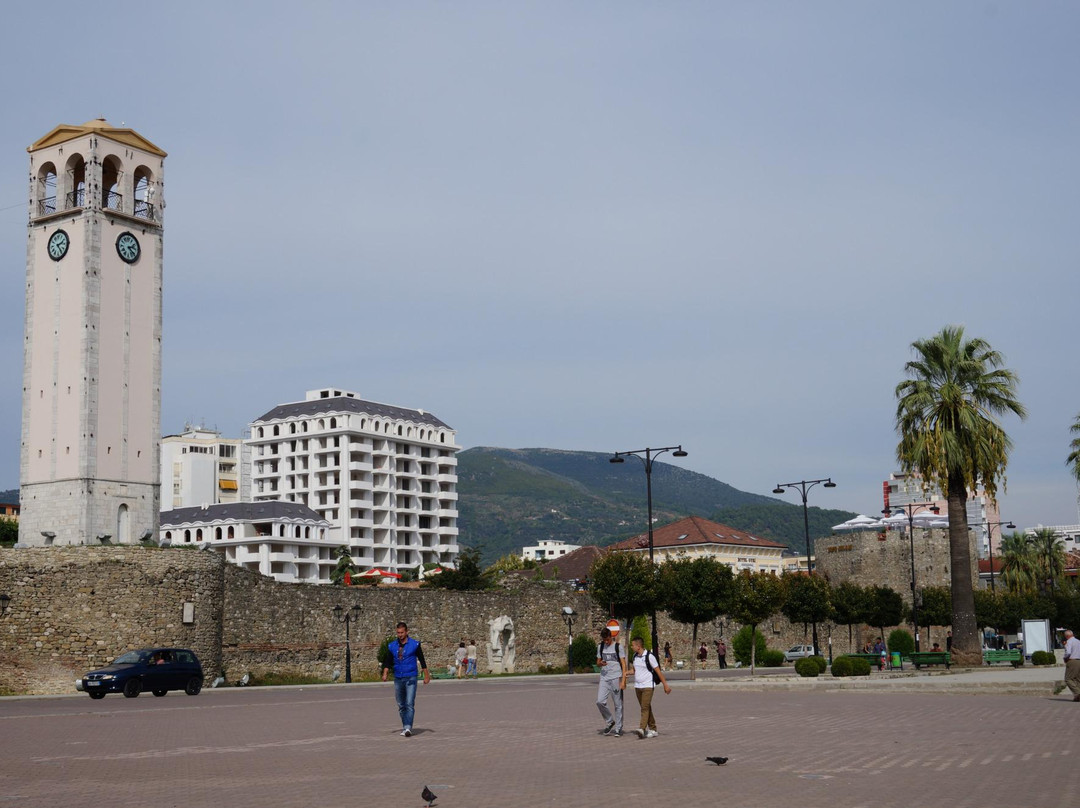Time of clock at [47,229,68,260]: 2:23
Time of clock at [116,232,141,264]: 2:21
